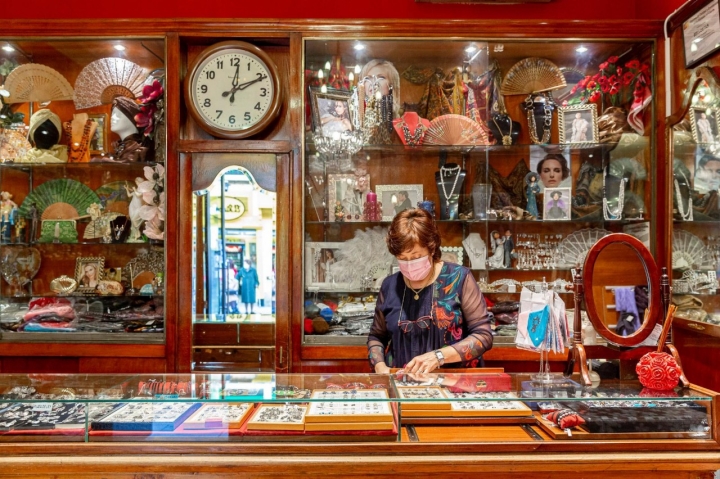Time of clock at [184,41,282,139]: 12:10
